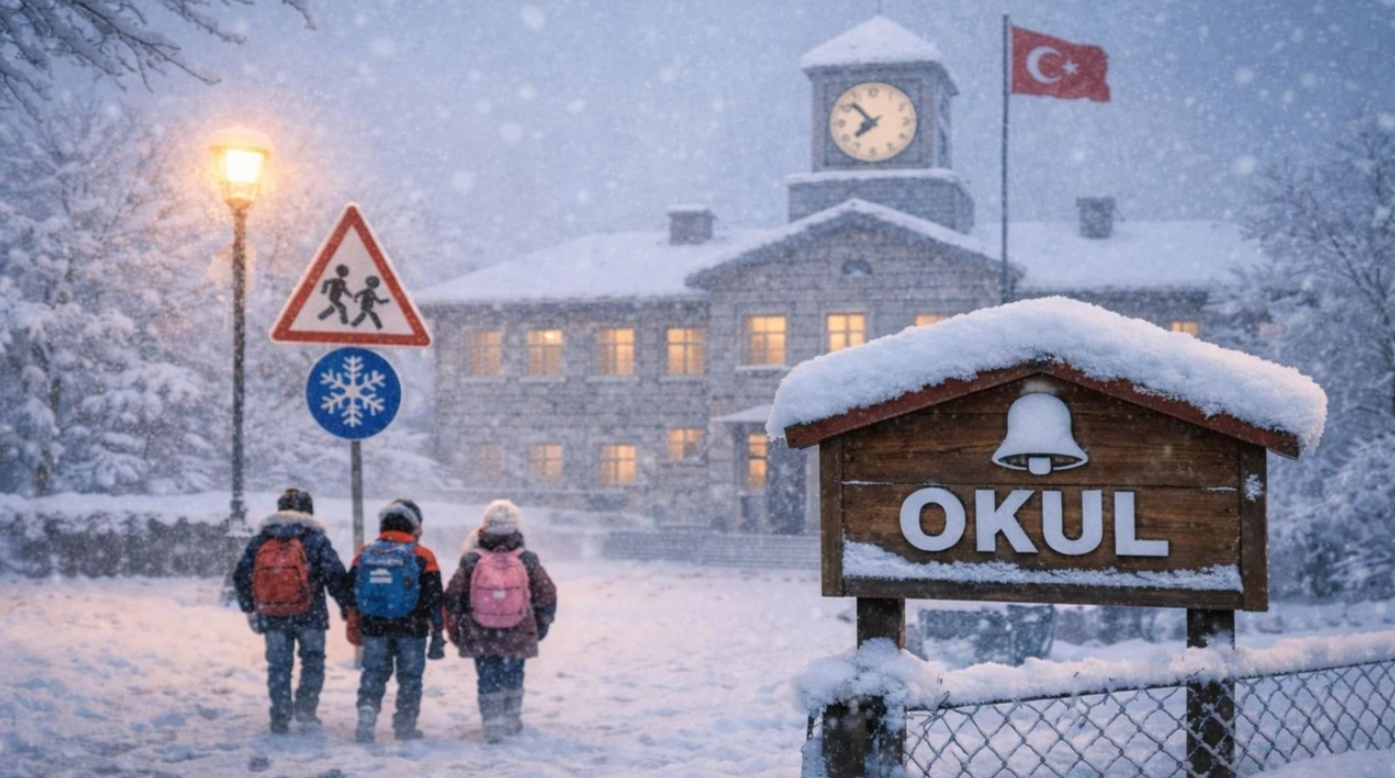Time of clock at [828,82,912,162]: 7:52
